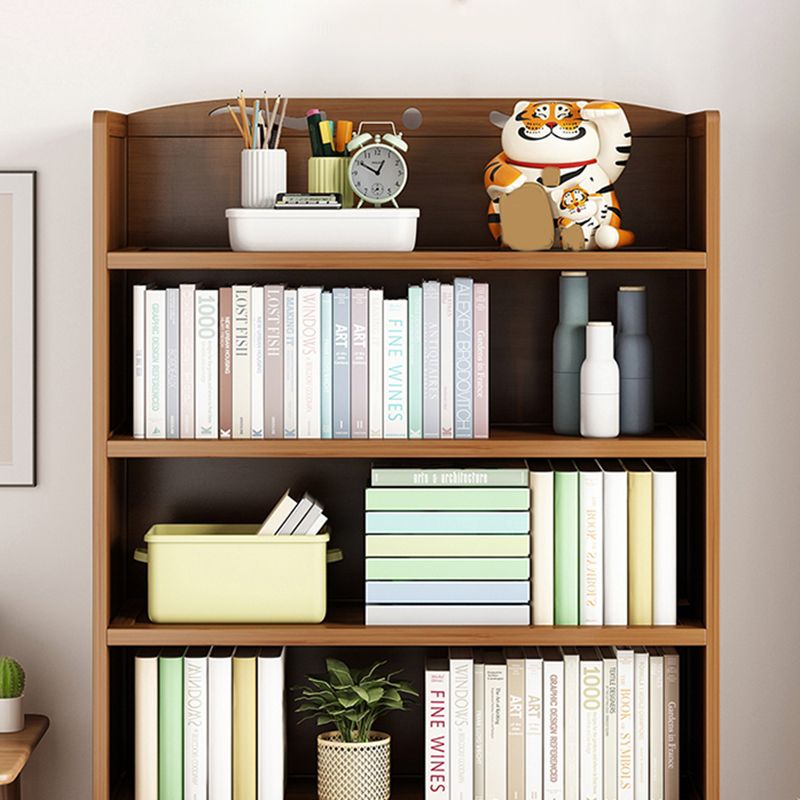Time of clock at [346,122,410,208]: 12:50
